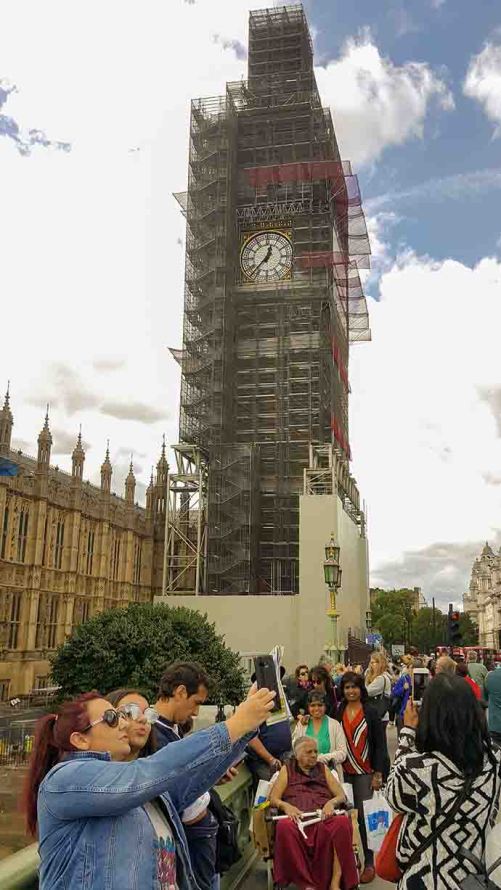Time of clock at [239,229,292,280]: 12:37
